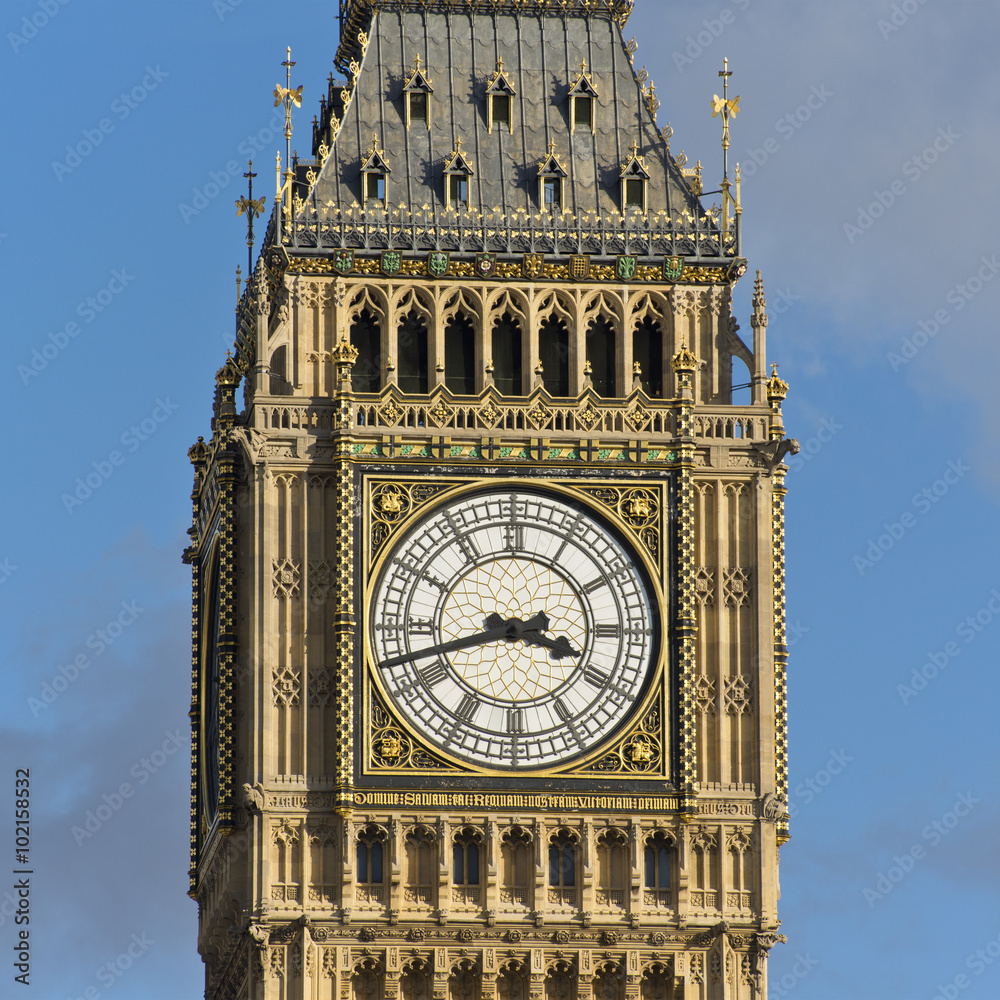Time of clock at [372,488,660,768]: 3:42
